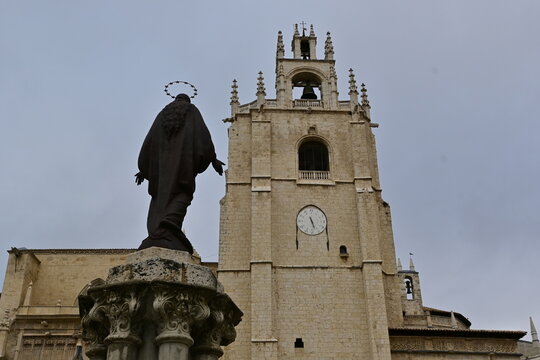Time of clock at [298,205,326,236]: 5:26
